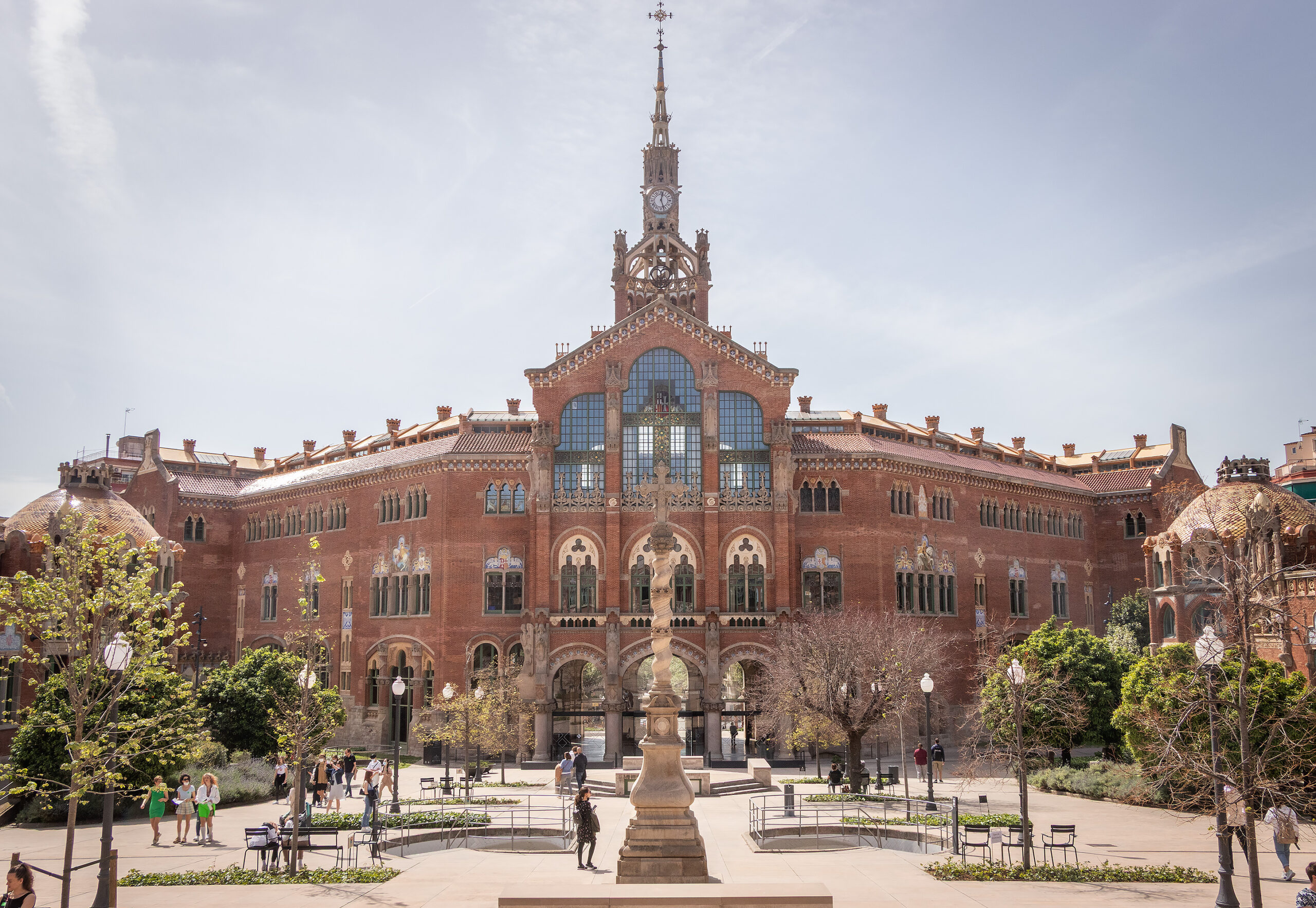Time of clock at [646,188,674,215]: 12:26
